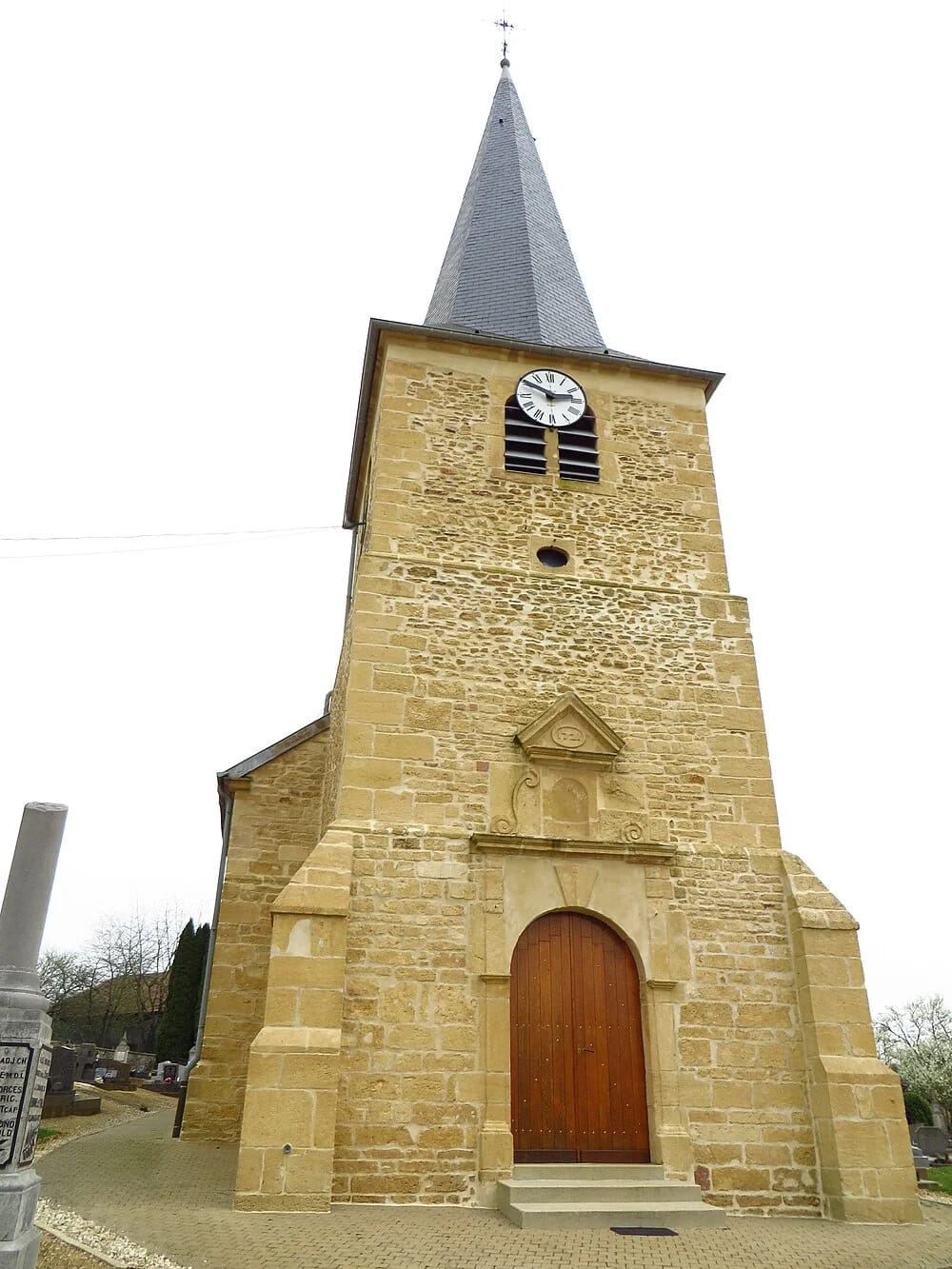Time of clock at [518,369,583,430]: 2:49
